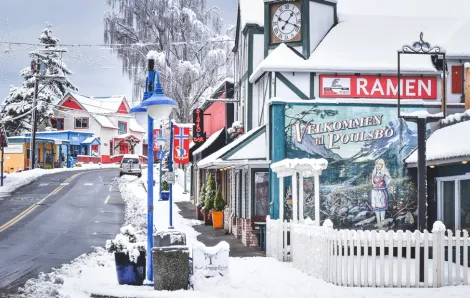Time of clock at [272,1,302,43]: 1:18
